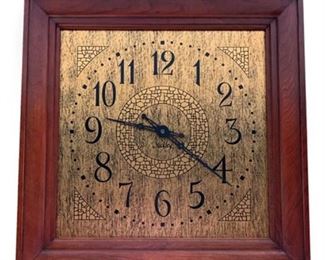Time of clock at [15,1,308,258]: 9:20
